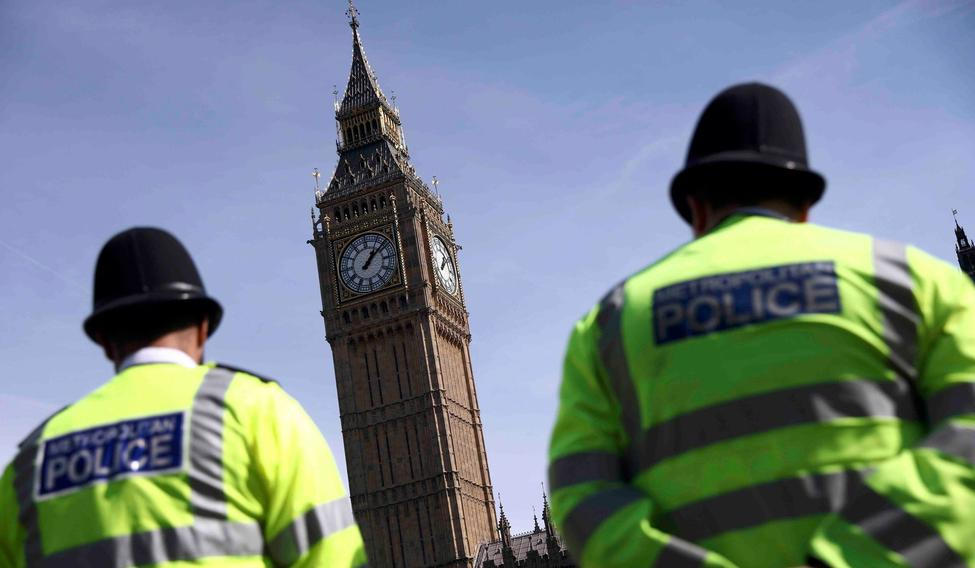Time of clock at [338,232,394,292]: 1:08
